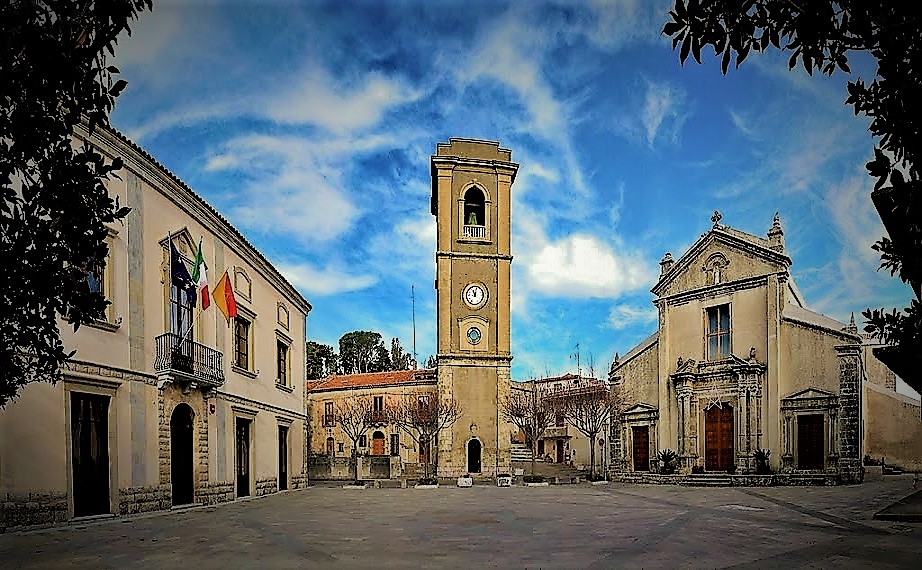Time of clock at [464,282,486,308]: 11:55
